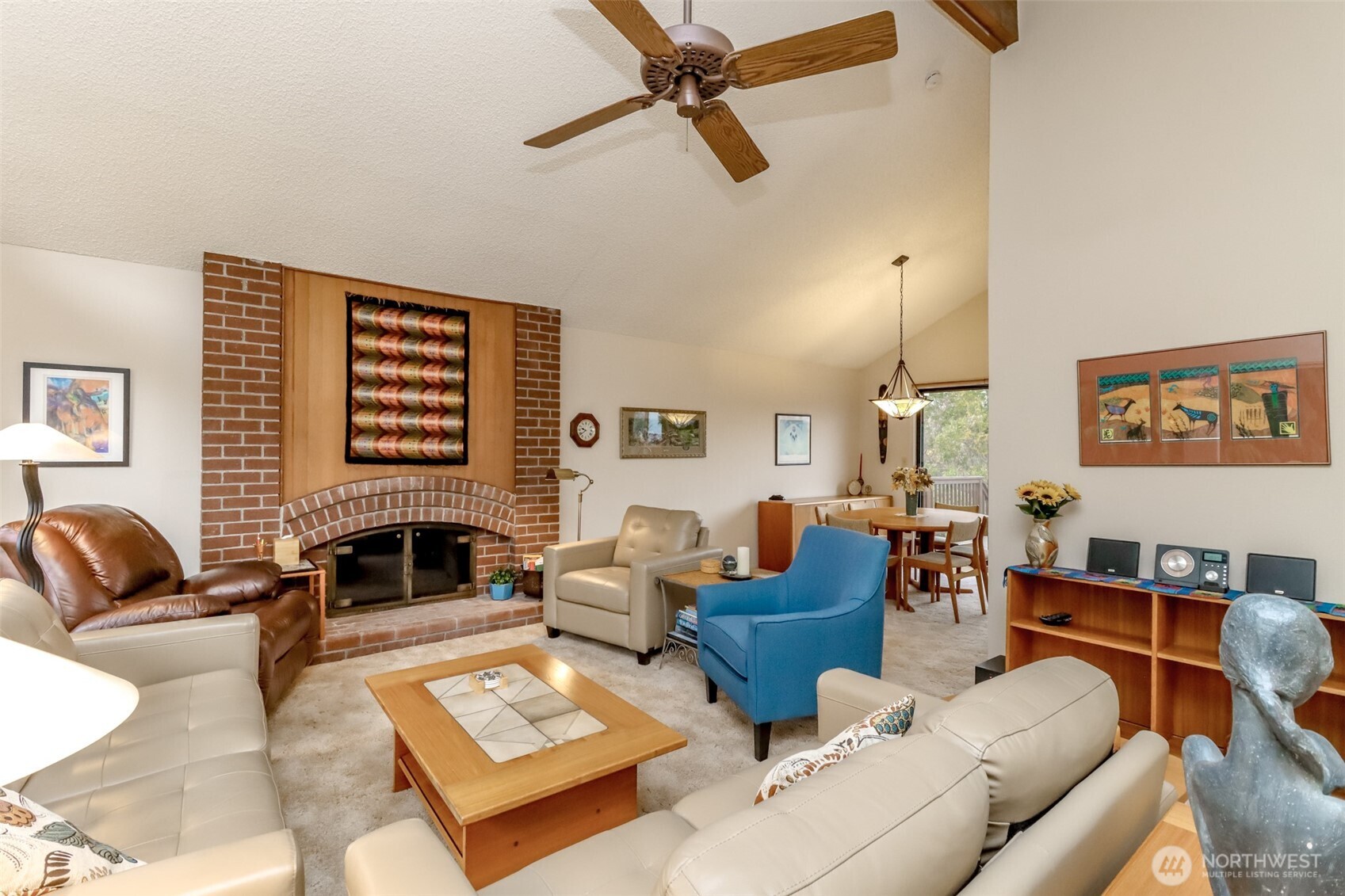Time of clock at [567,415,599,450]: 9:38
